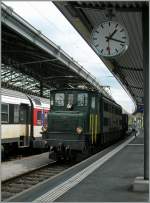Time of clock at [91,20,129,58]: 1:18
